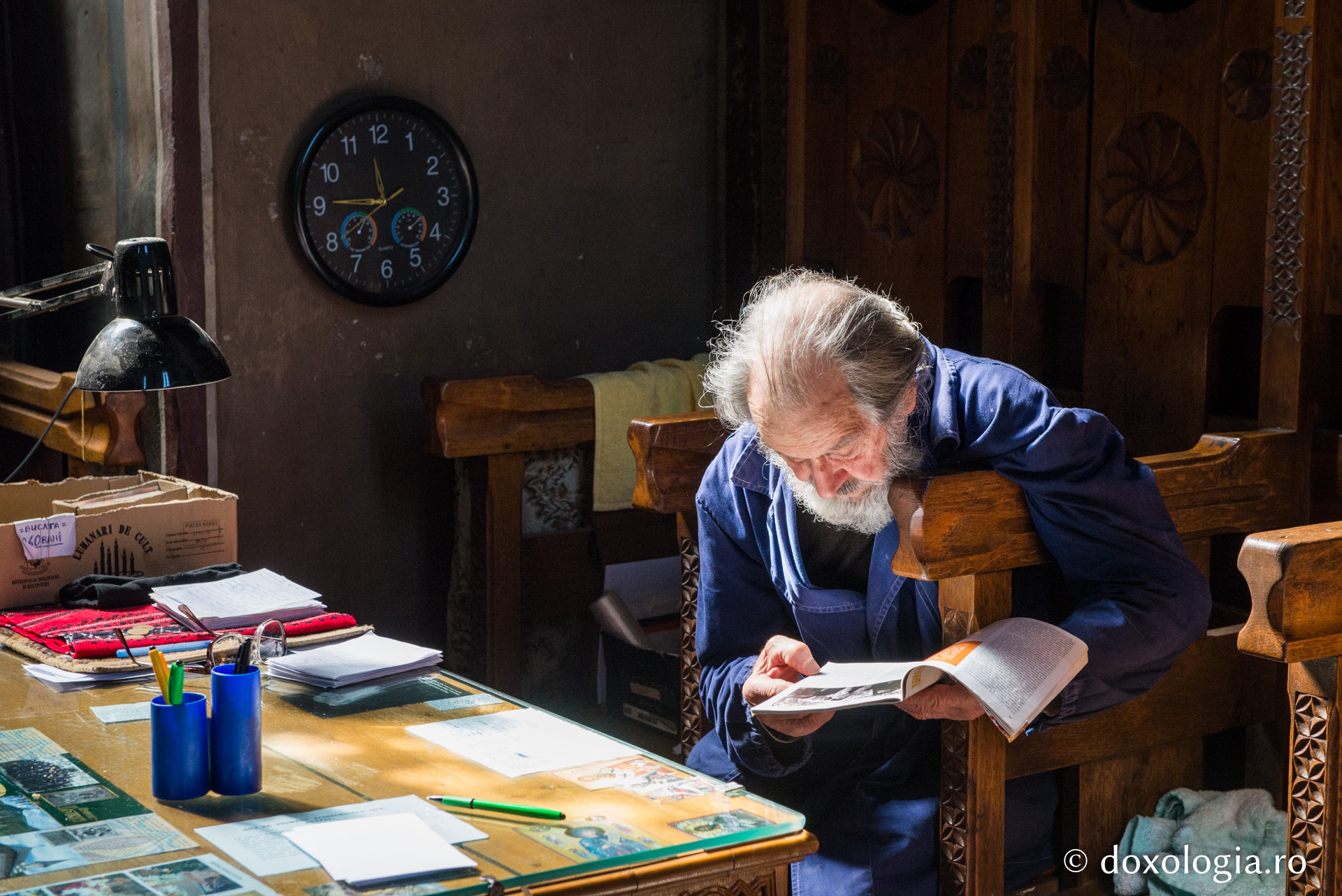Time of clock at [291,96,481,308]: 11:45
